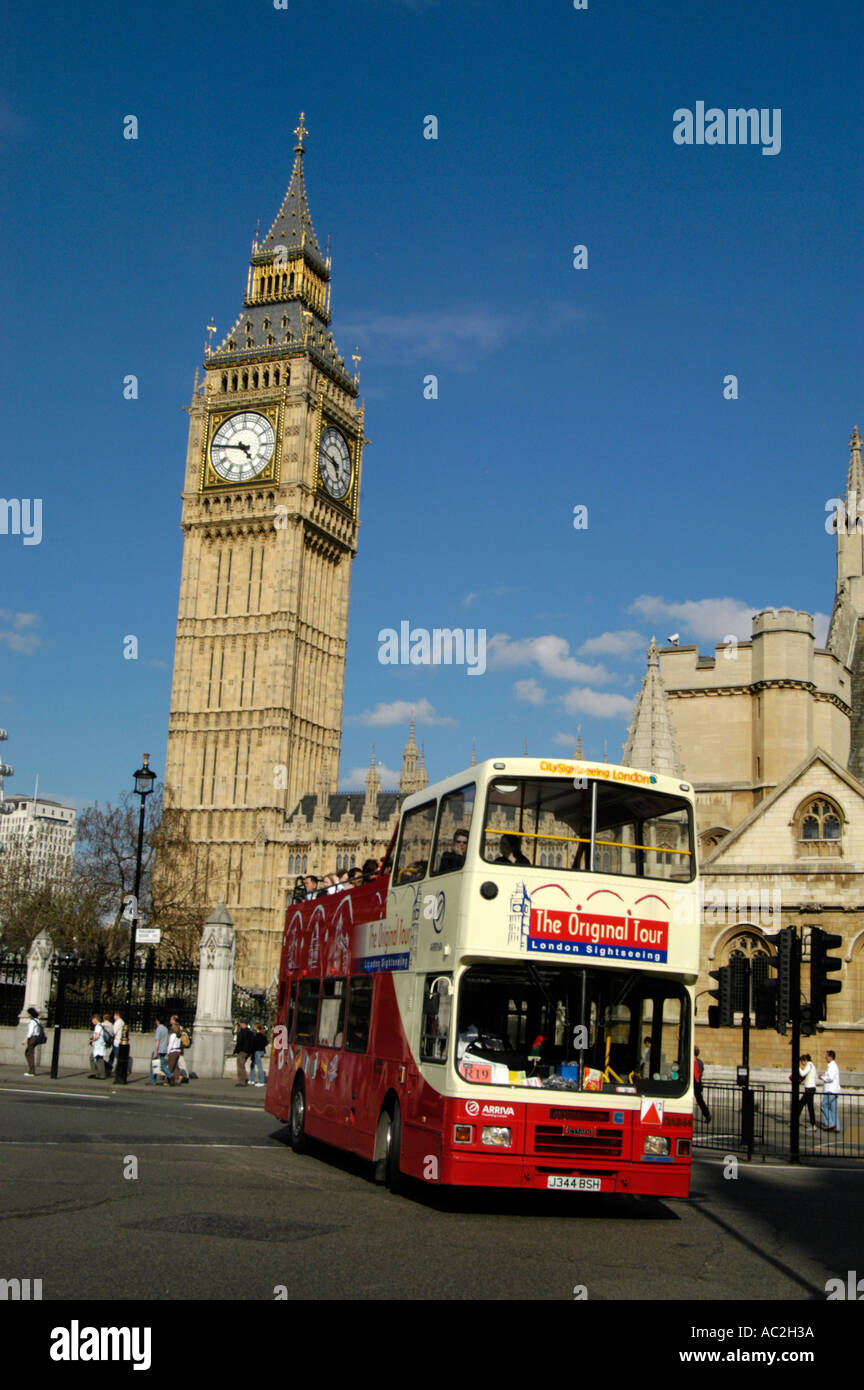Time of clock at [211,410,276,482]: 4:46
